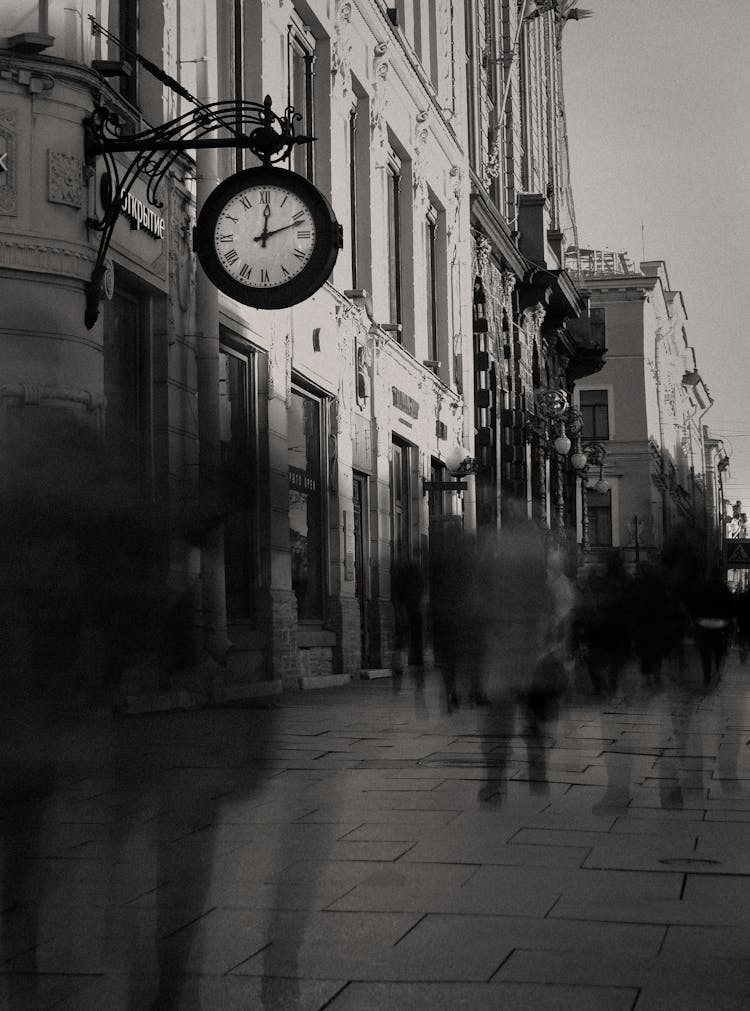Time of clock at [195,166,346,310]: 12:11
